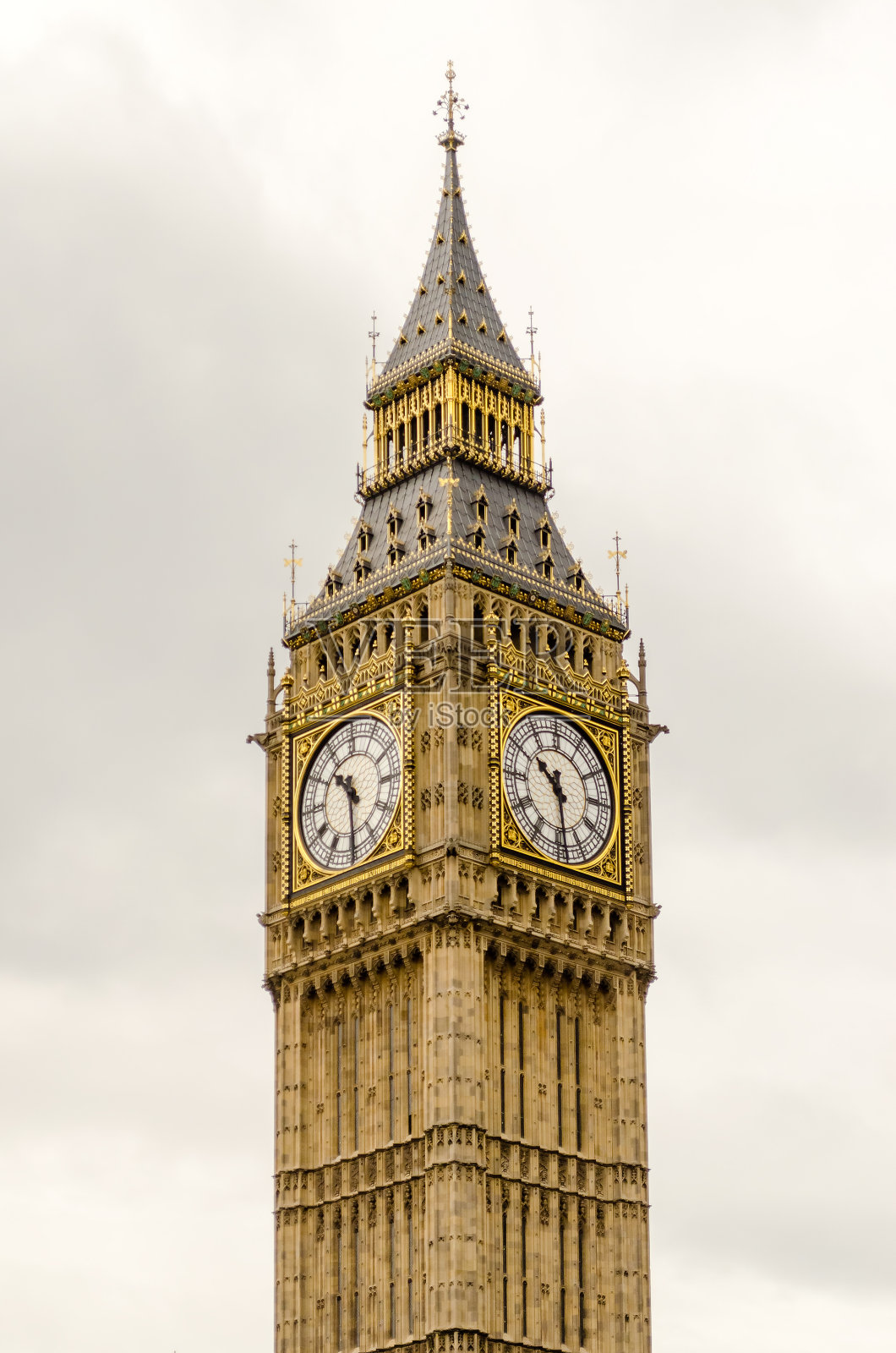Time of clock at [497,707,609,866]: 10:28
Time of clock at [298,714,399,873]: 10:30
